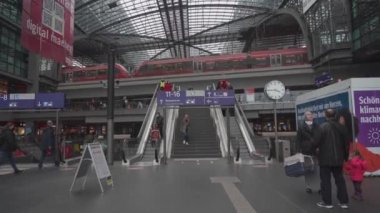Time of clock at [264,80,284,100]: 3:44
